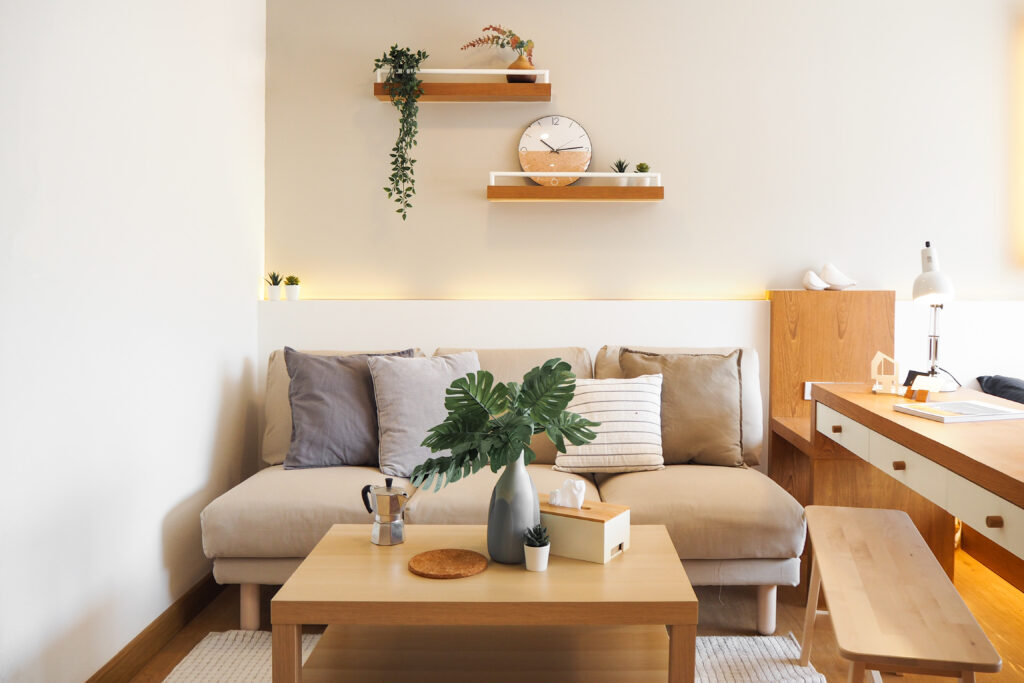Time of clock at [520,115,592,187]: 10:13
